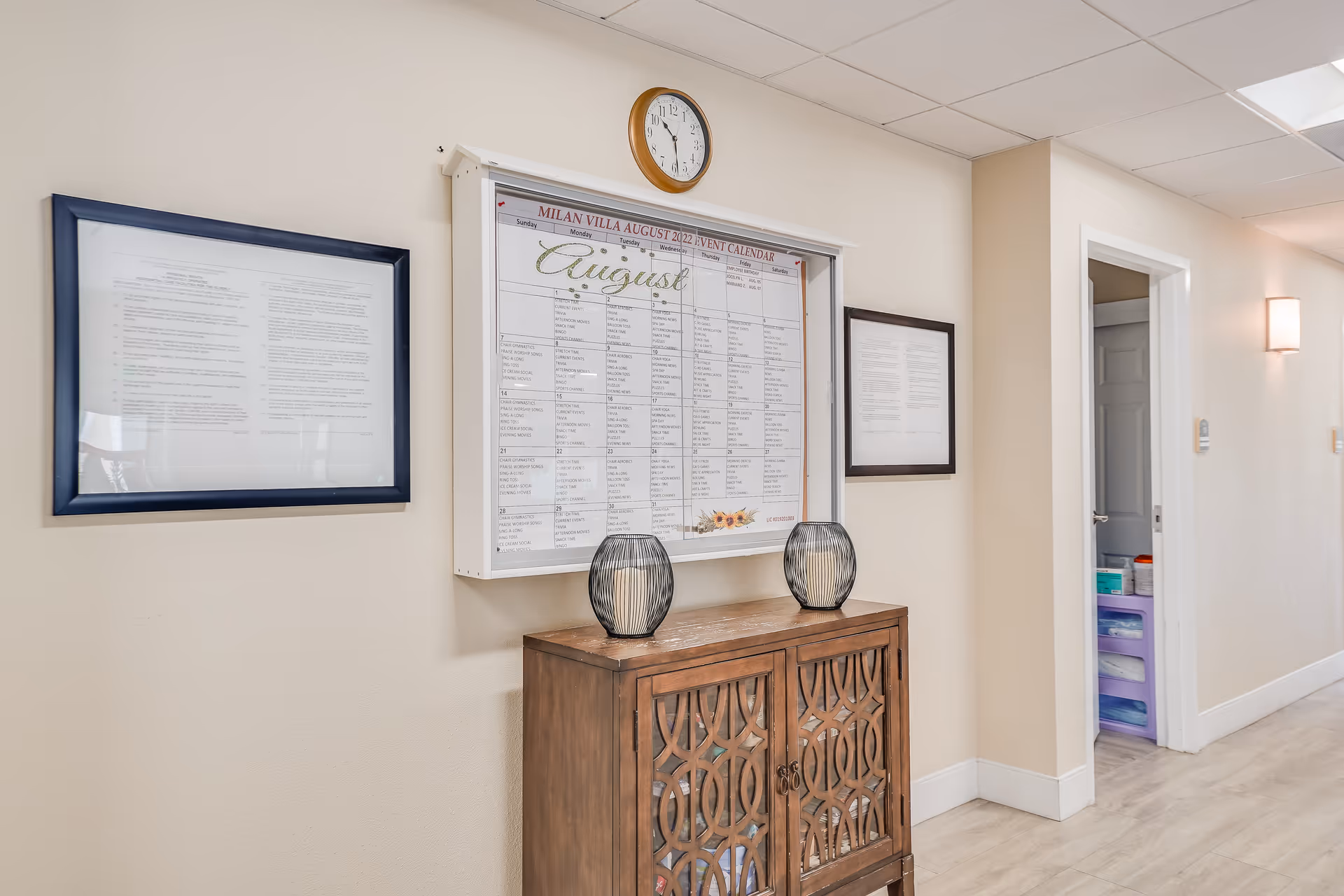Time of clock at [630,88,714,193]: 10:28
